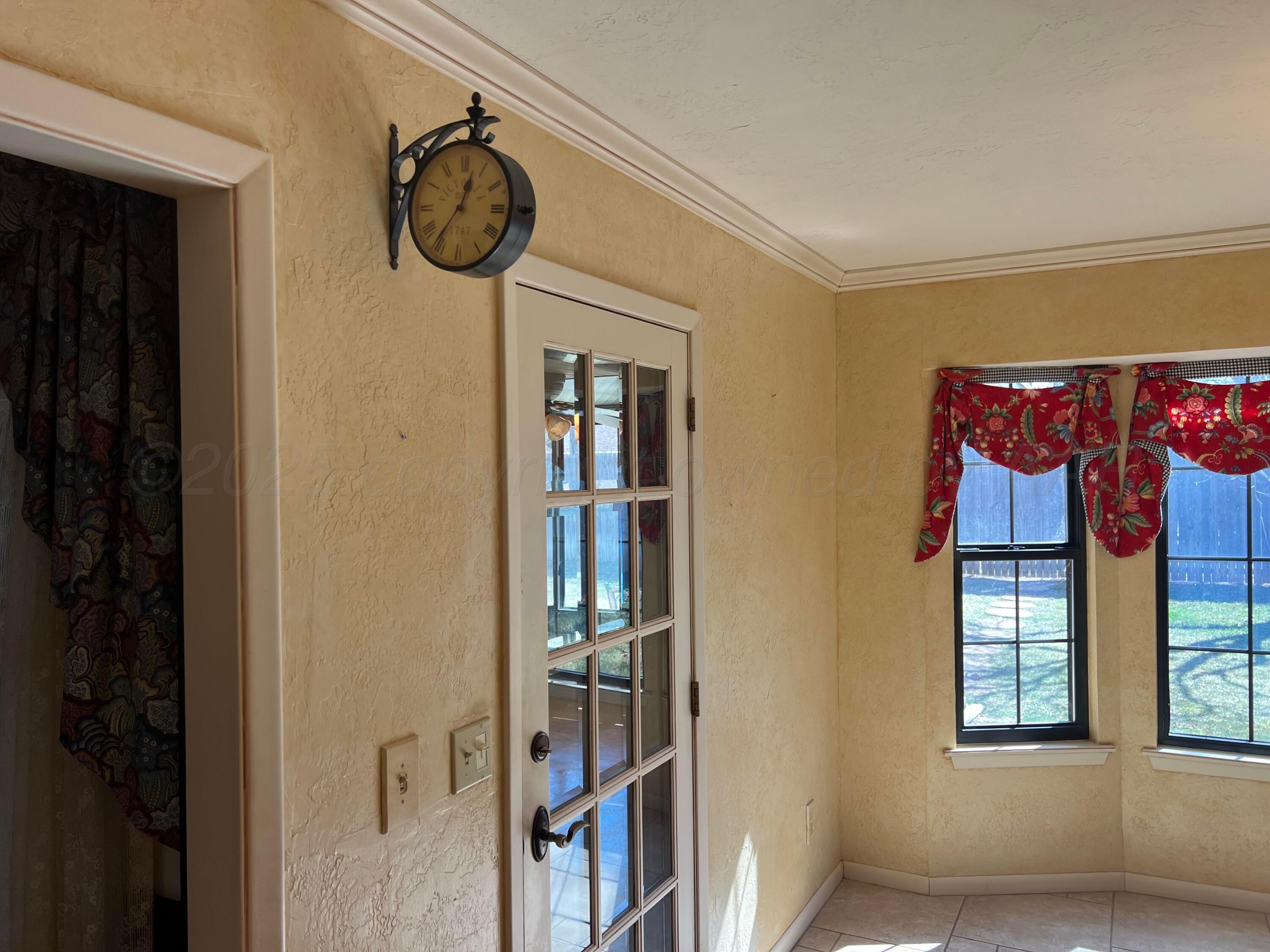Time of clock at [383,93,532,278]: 12:36
